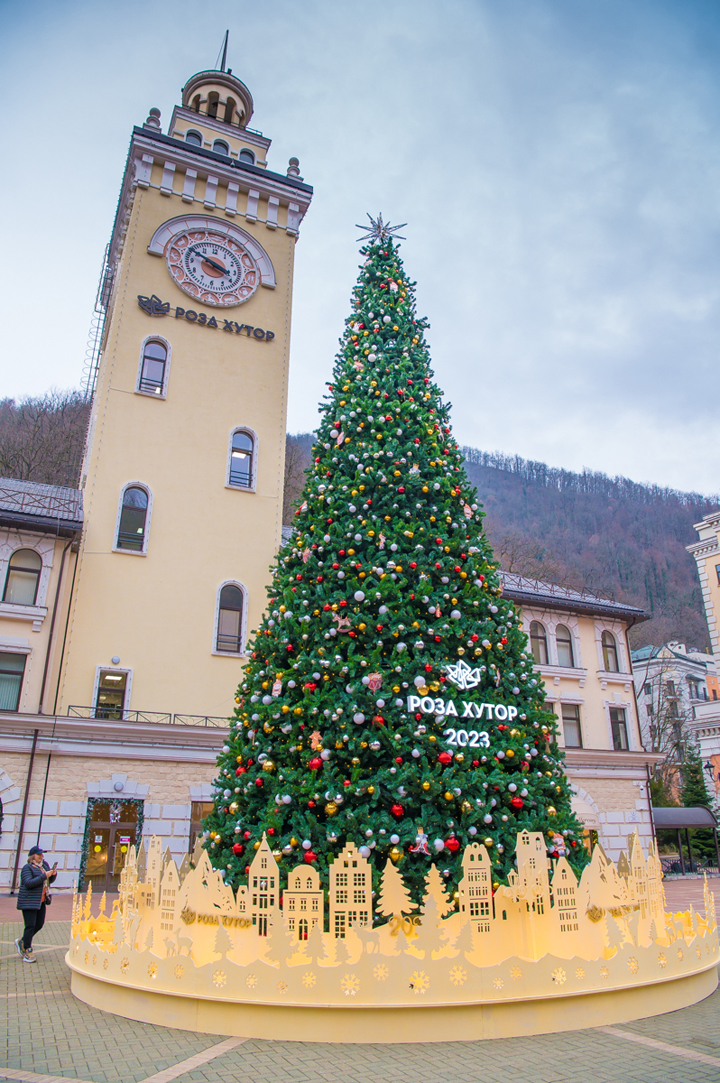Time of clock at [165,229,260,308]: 3:50
